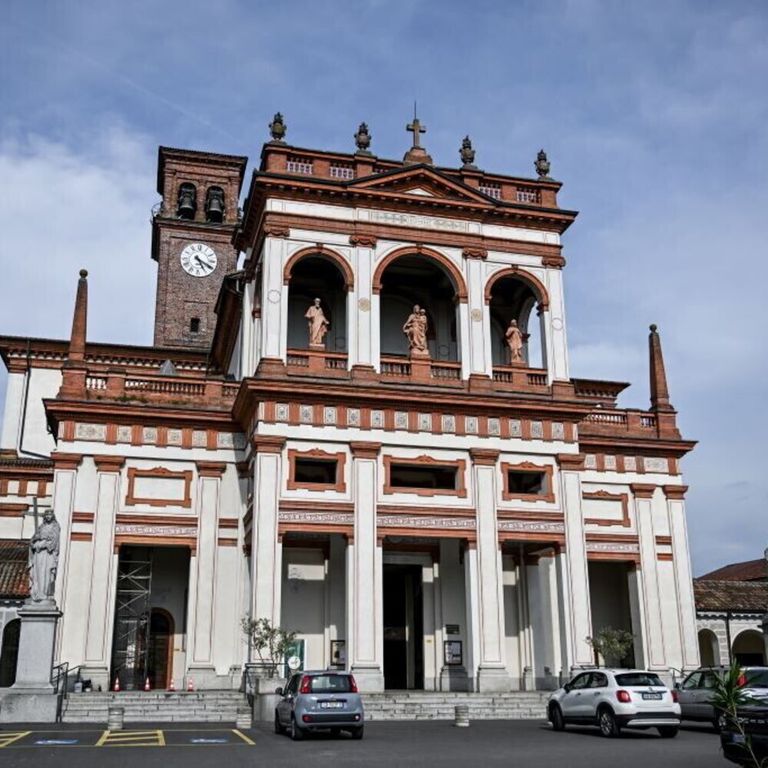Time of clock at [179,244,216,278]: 5:19
